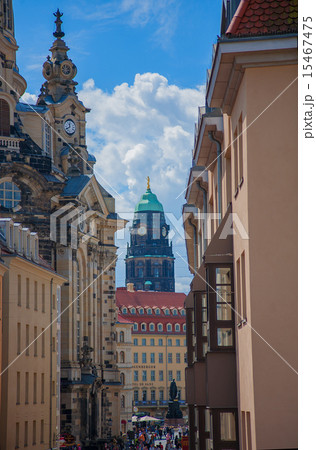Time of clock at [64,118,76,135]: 11:40
